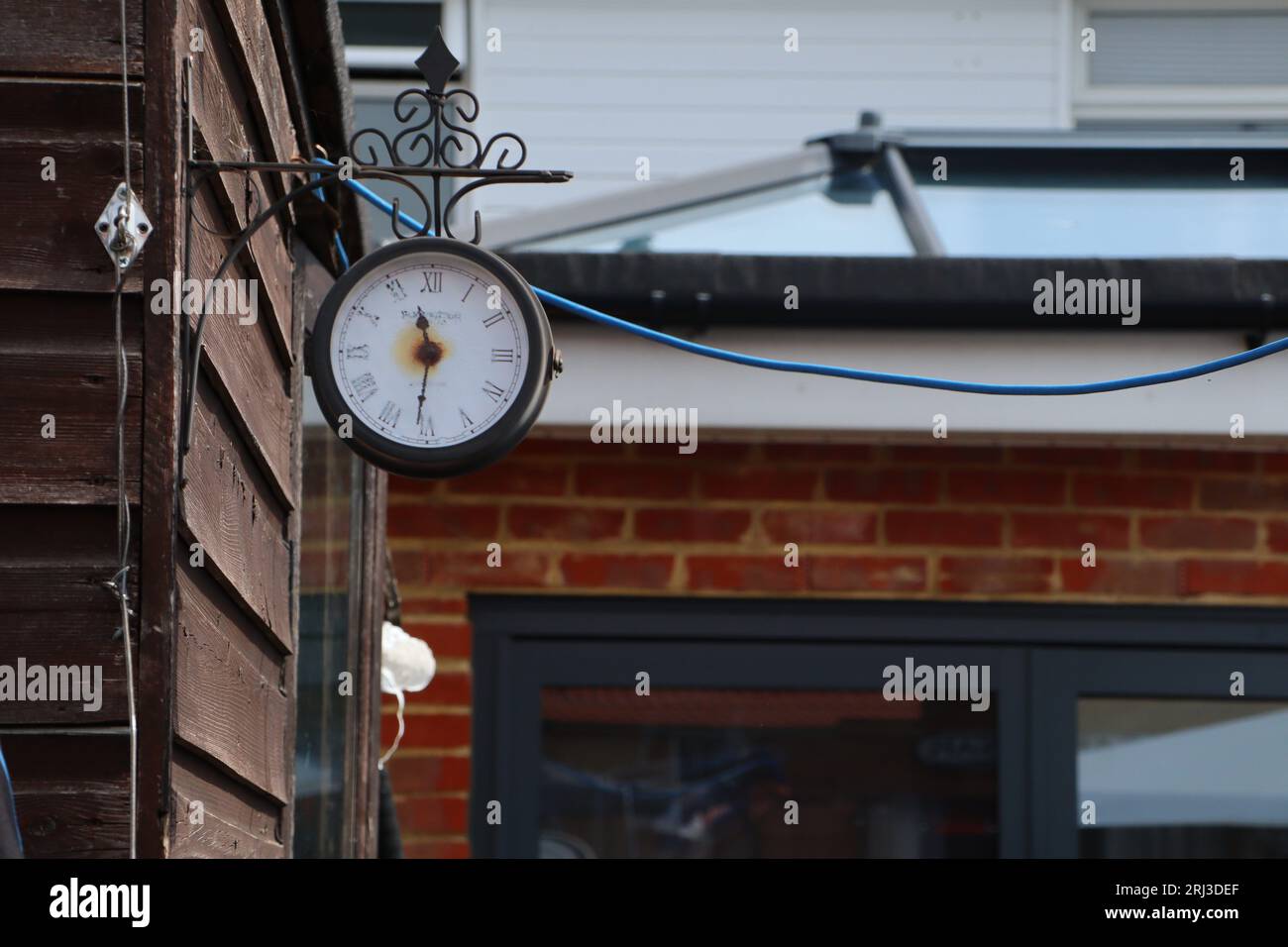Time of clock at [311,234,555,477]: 11:31
